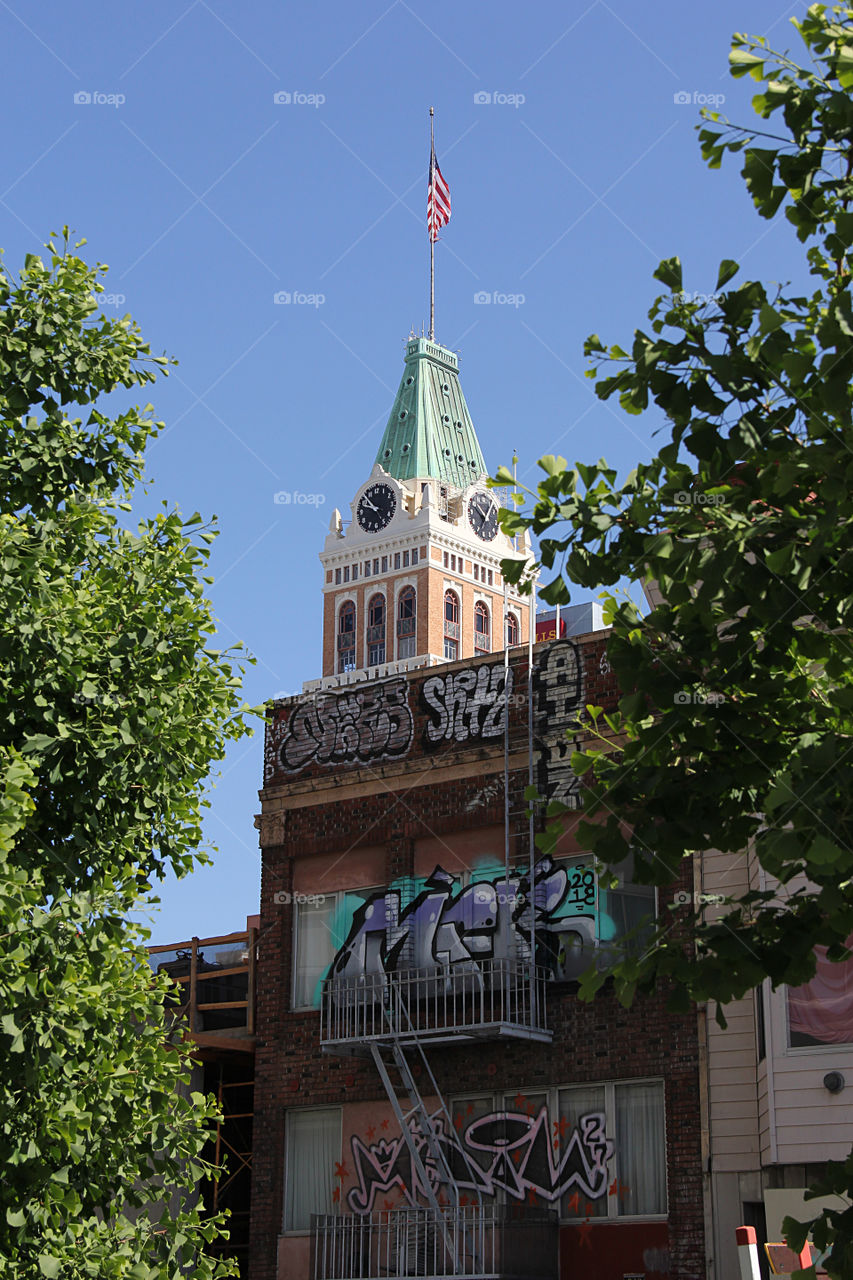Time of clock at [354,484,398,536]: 9:52
